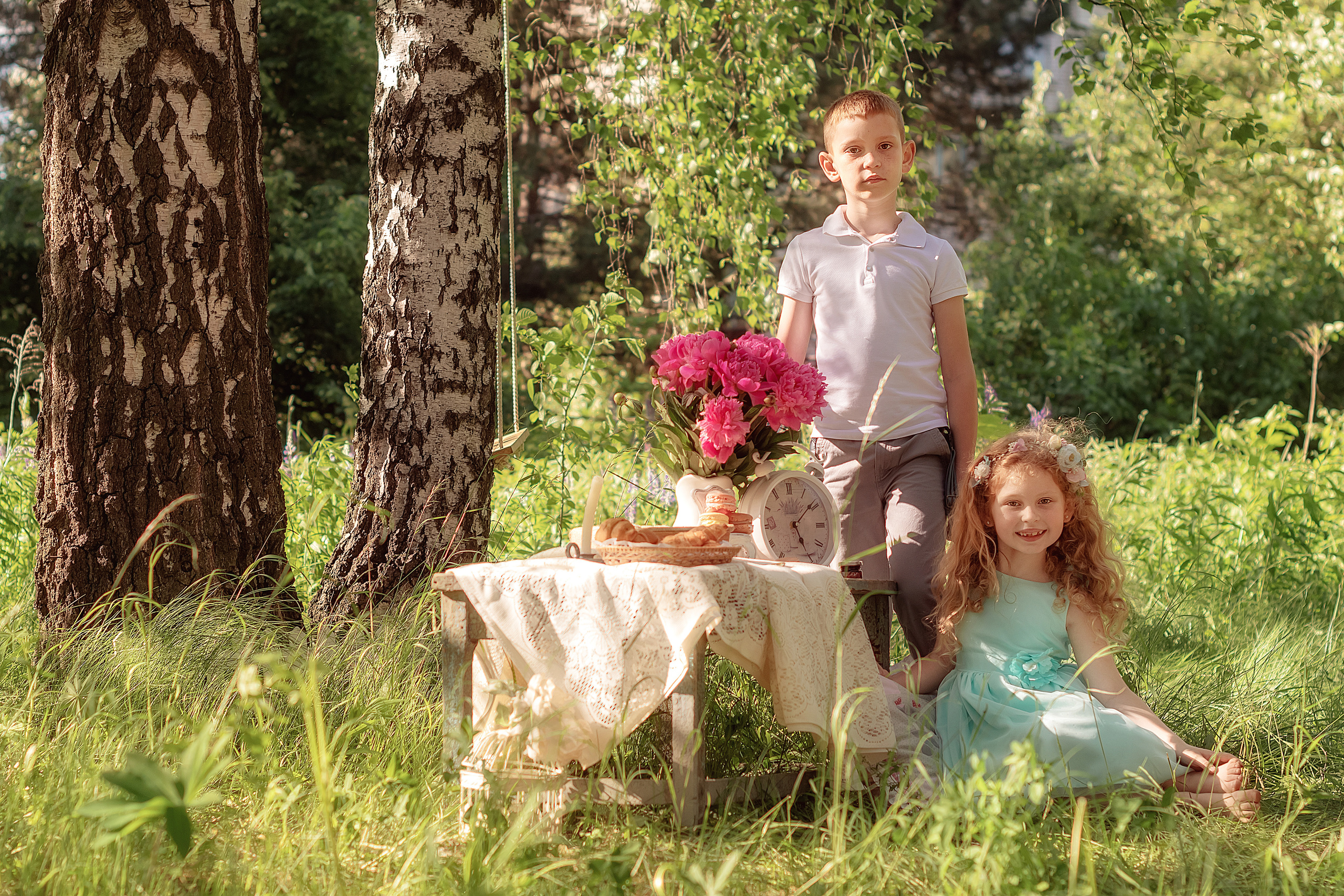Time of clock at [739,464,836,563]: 5:08
